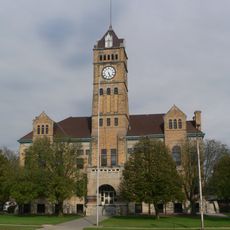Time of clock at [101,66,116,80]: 5:26
